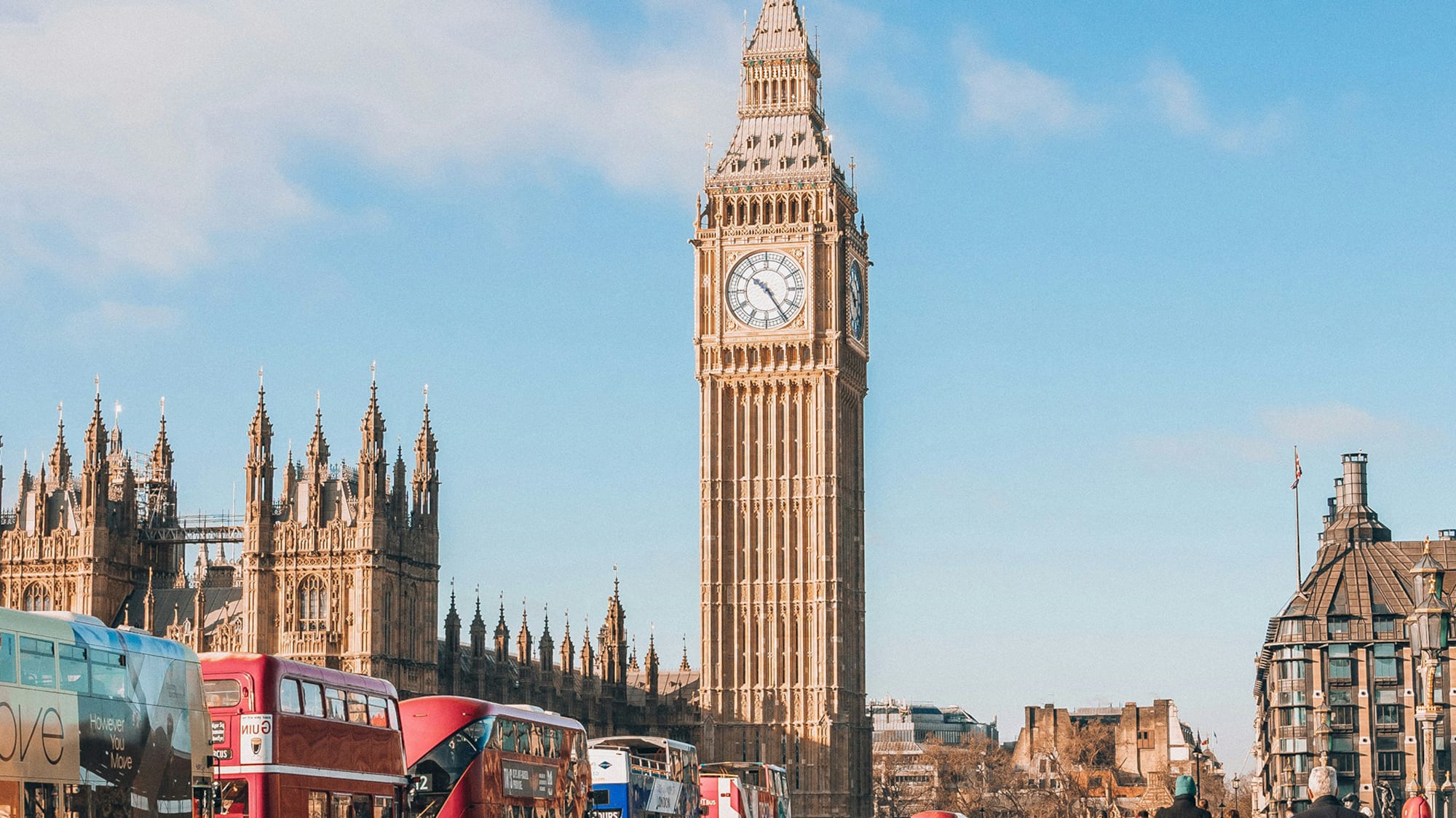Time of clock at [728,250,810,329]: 10:24
